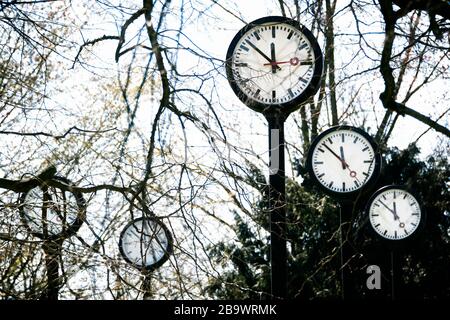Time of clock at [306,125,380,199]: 11:52
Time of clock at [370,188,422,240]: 11:52
